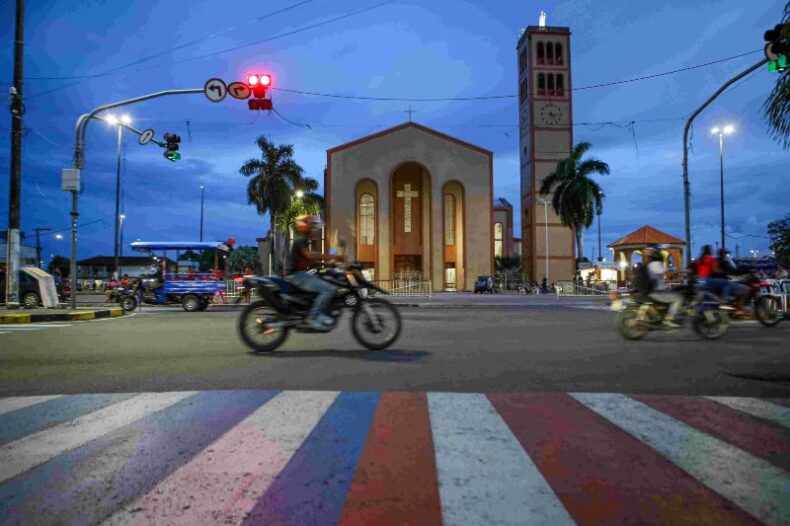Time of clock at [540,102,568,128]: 3:24
